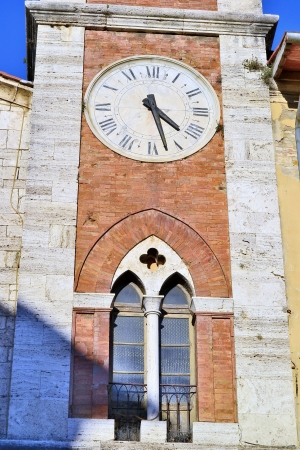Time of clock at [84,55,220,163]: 4:27
